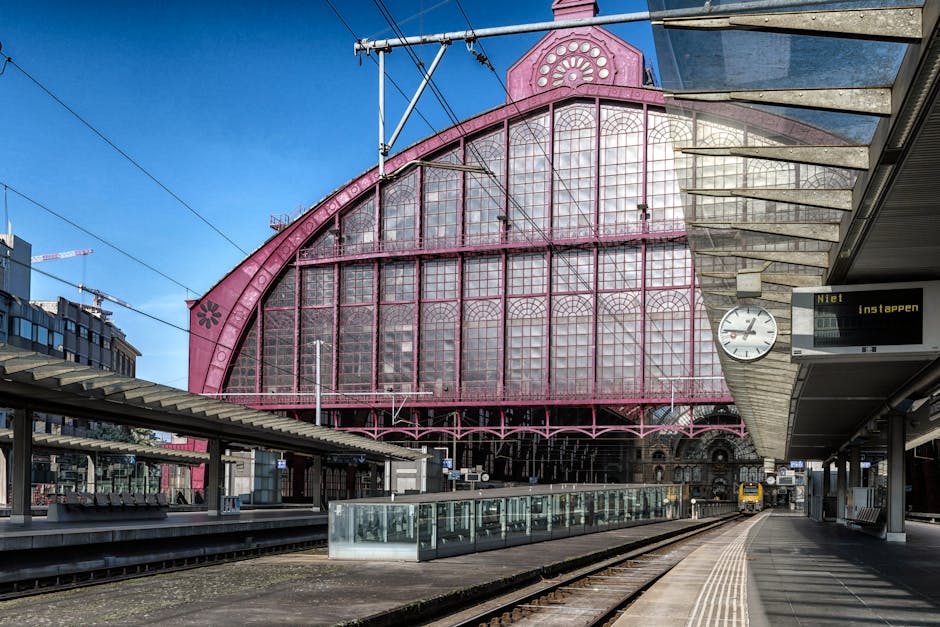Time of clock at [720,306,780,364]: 12:46
